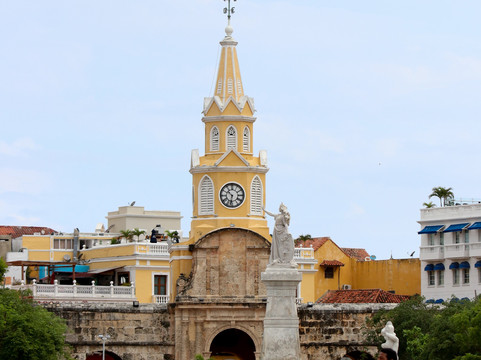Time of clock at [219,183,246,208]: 10:32
